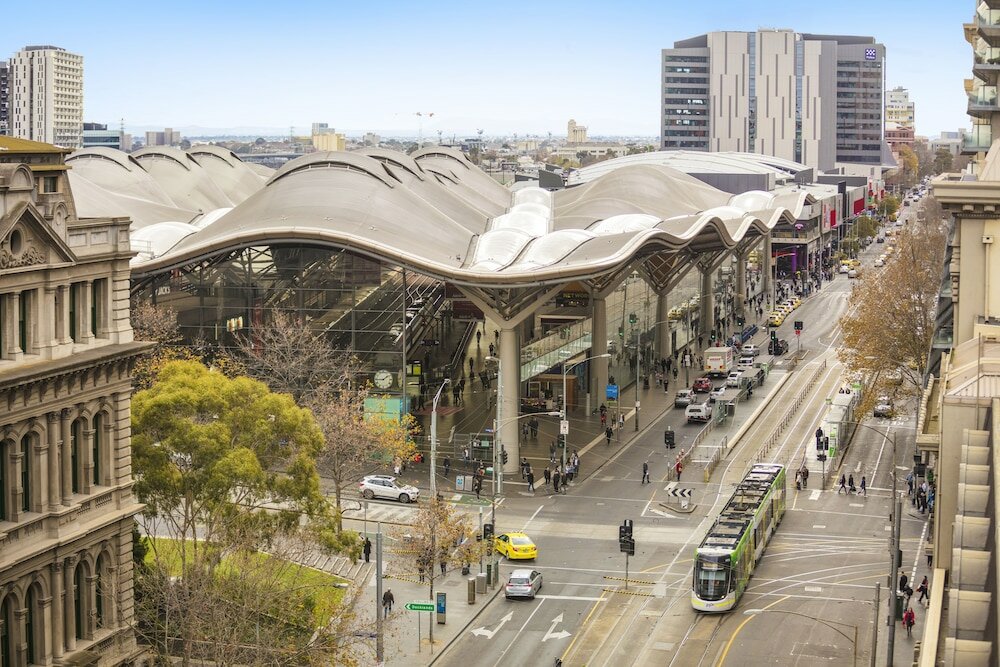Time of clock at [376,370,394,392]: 1:44
